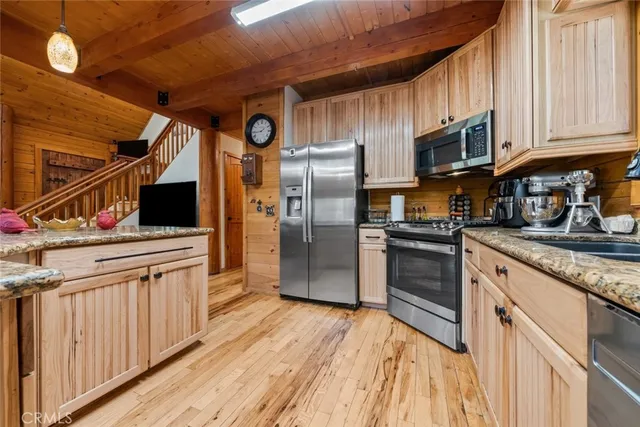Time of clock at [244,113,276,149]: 1:43
